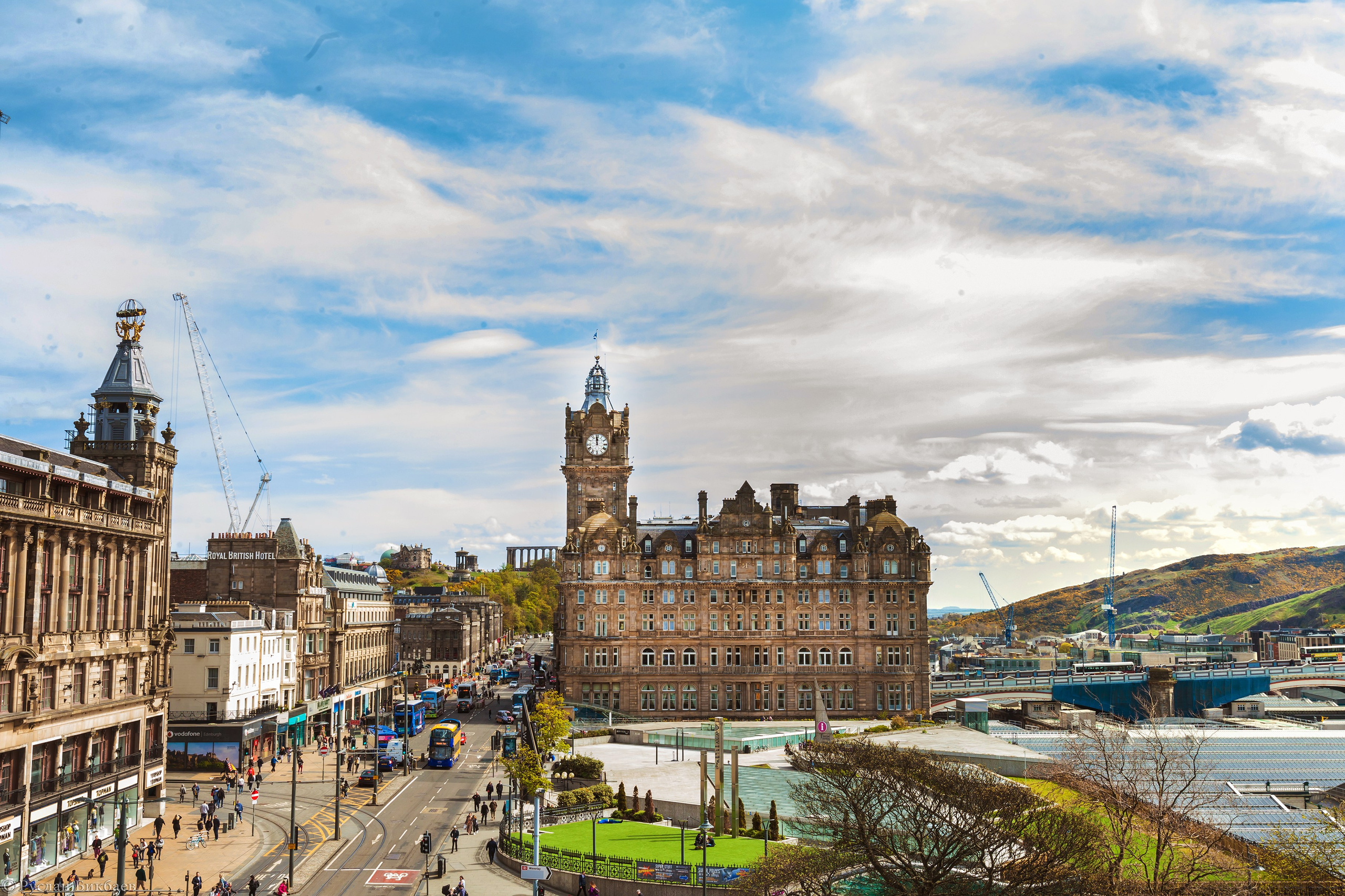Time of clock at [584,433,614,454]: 11:58
